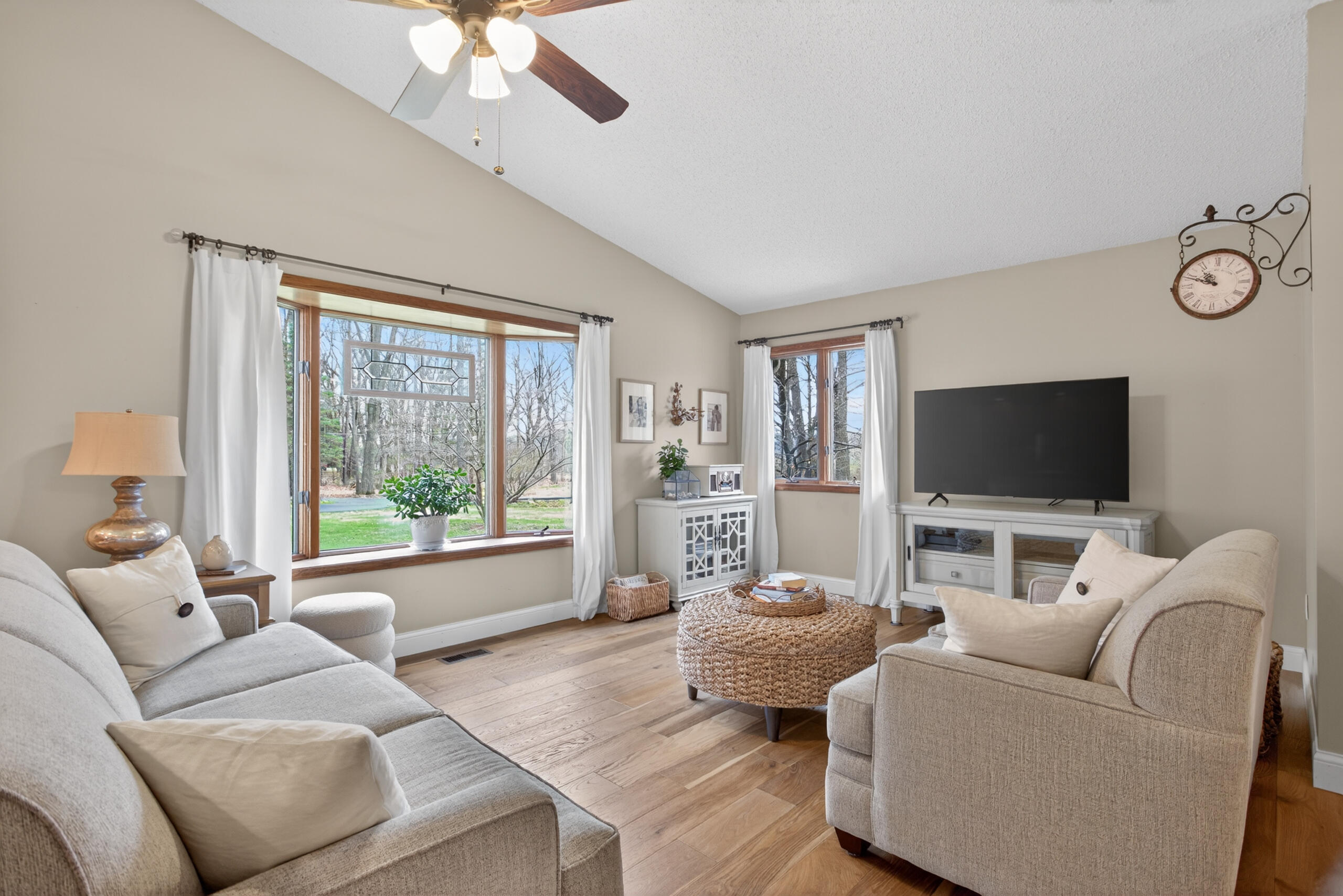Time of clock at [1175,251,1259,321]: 10:48
